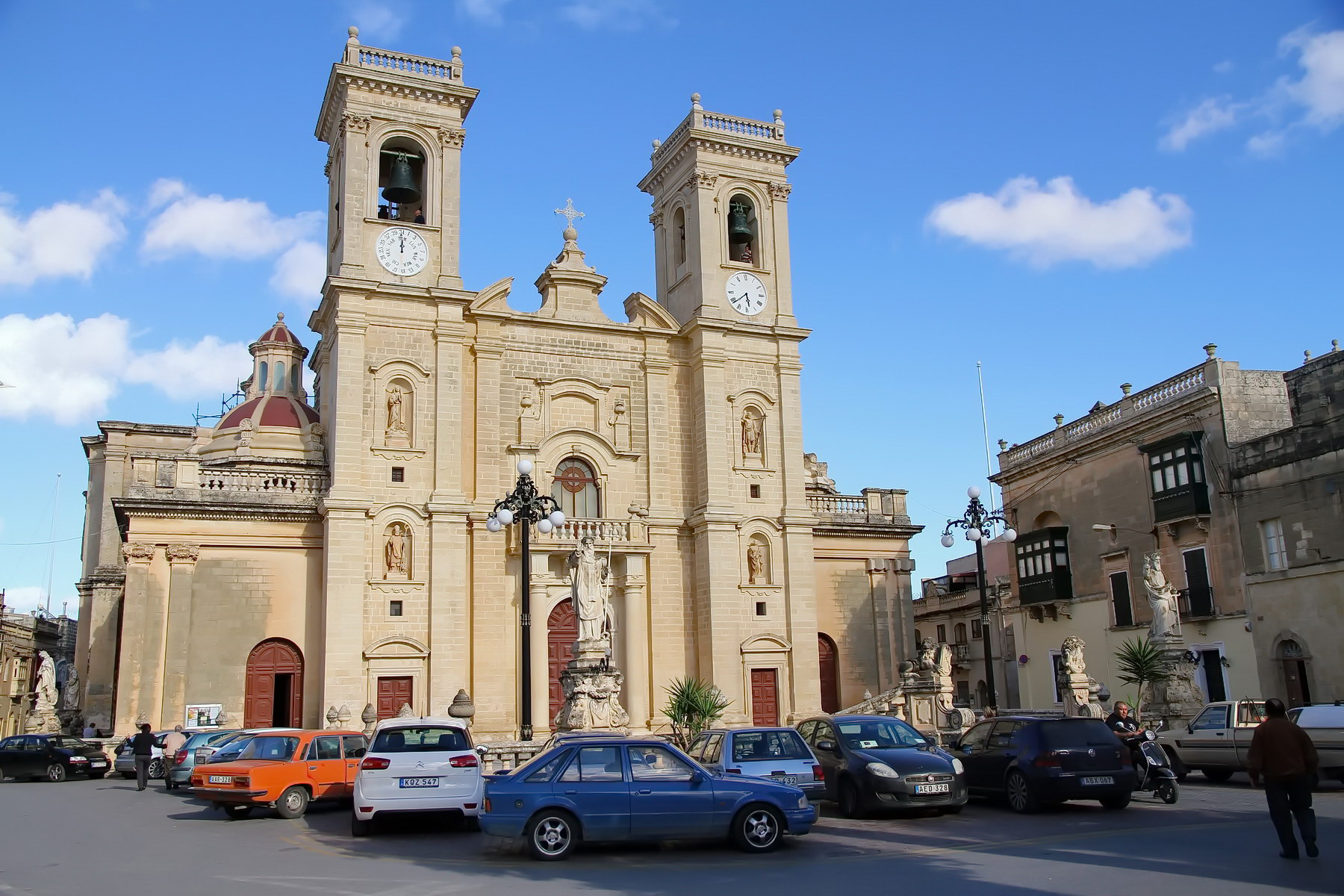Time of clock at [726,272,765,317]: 5:38
